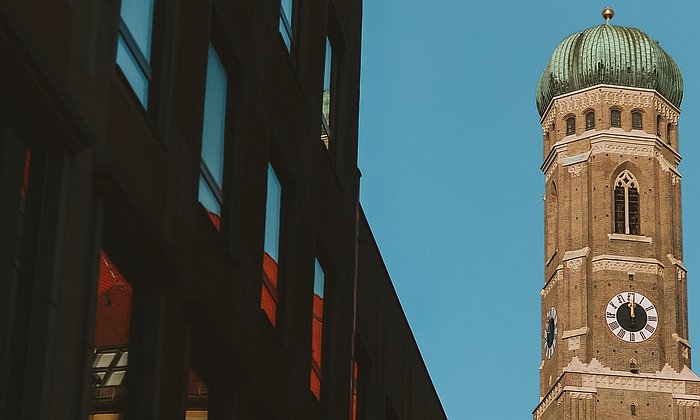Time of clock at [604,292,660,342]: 12:00
